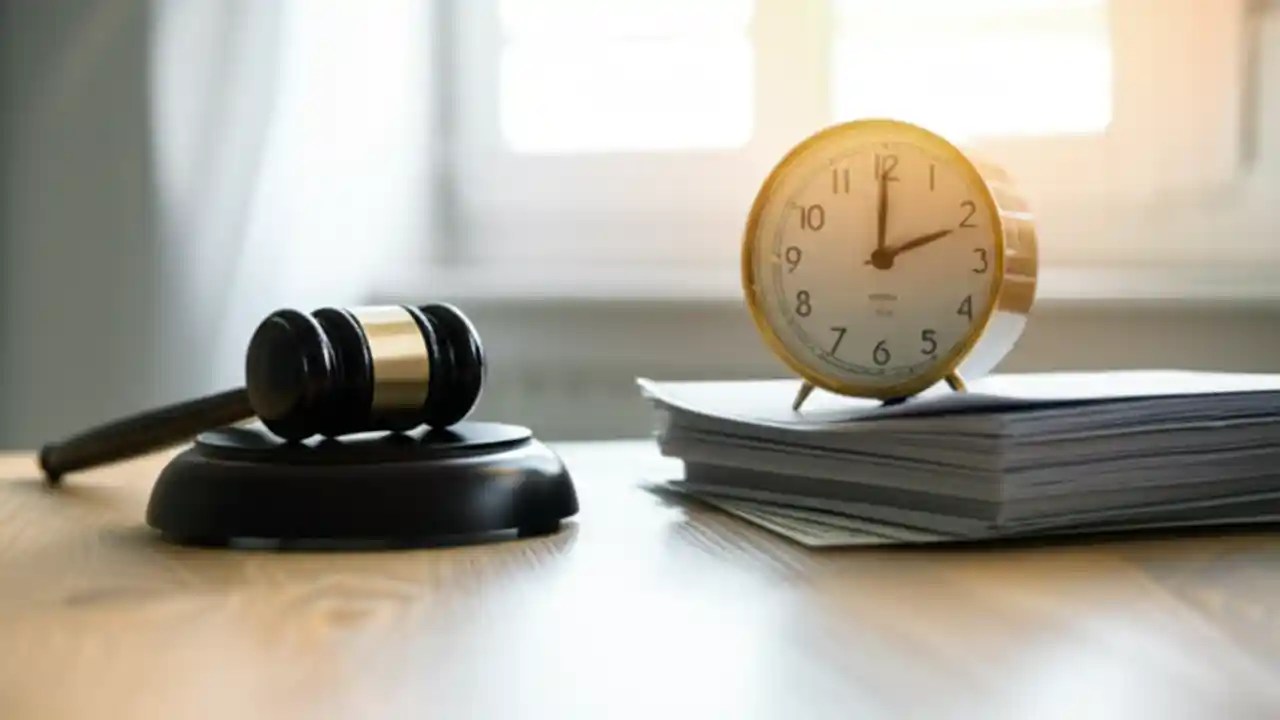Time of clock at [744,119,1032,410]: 2:00
